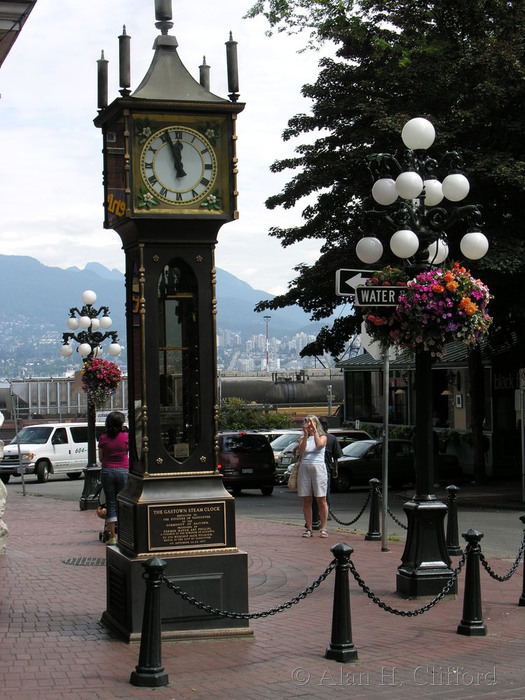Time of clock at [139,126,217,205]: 11:56
